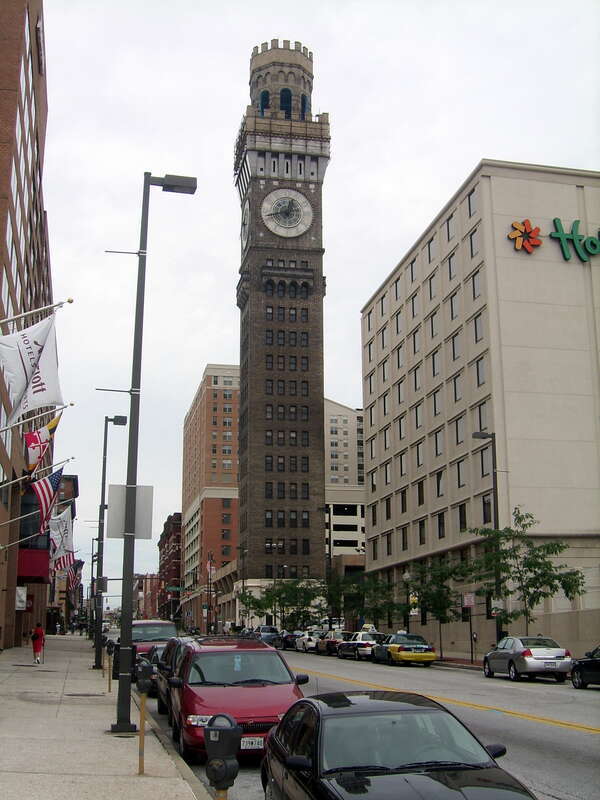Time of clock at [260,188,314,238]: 12:42
